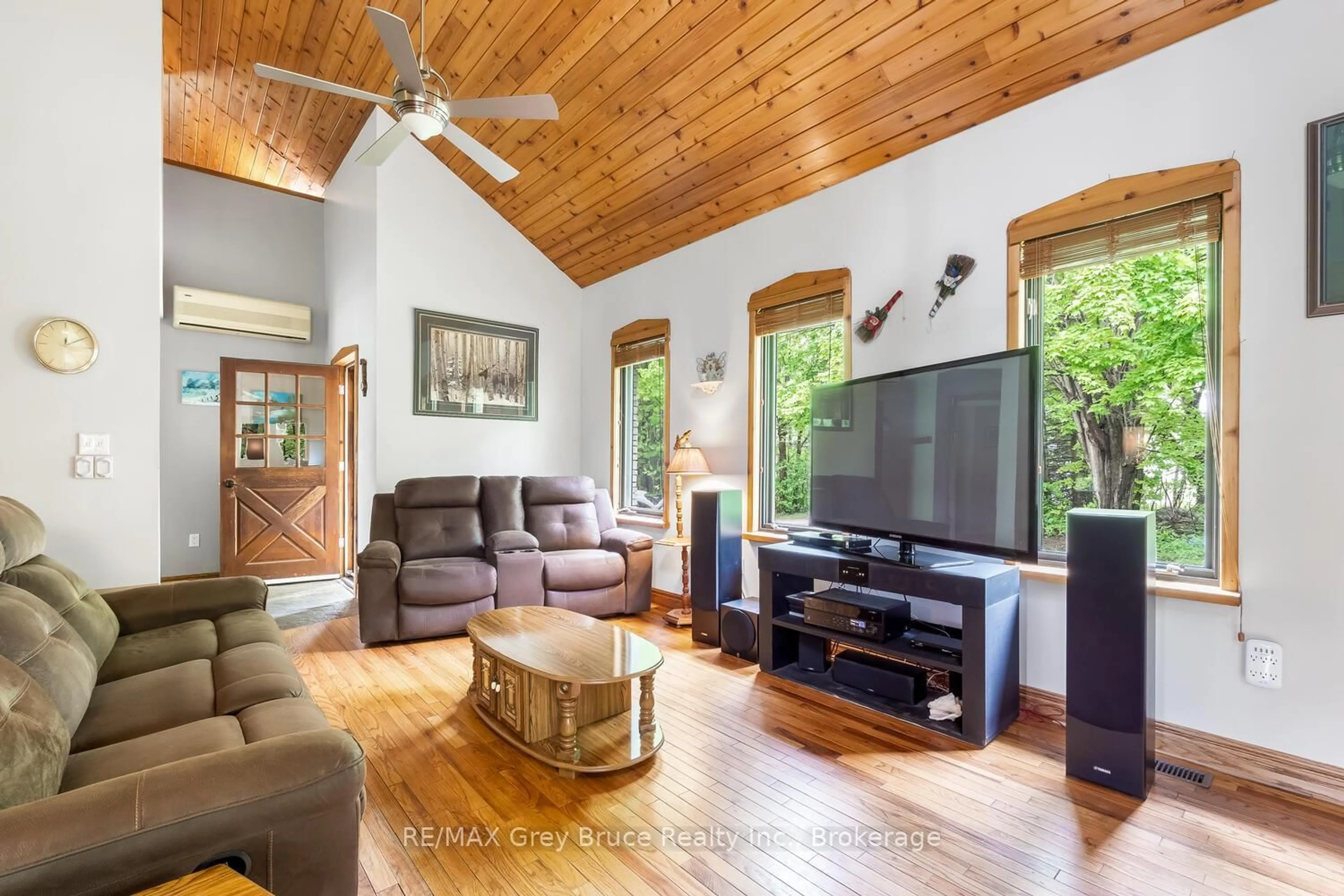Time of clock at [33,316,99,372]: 12:10
